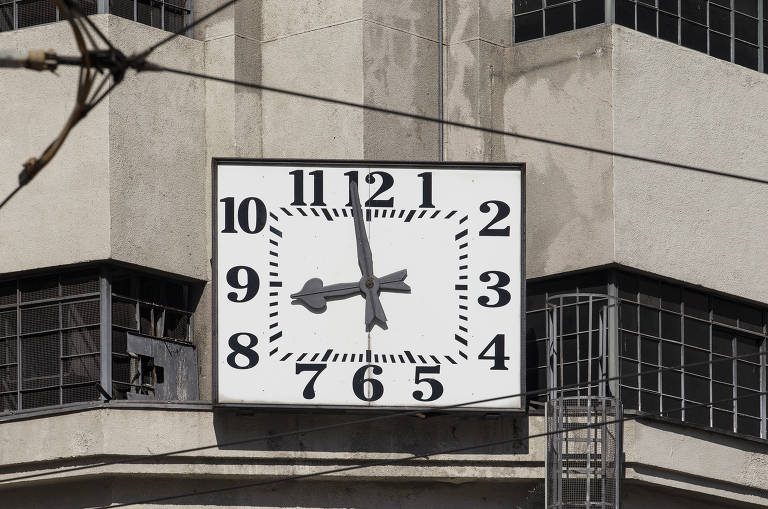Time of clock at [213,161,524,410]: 8:58
